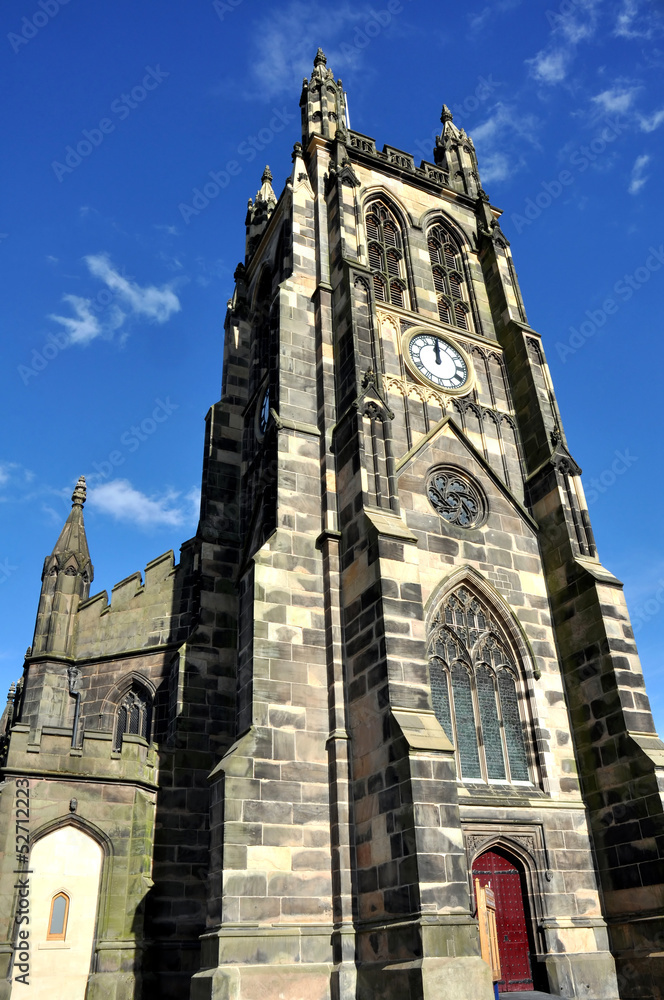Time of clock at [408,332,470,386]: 12:00
